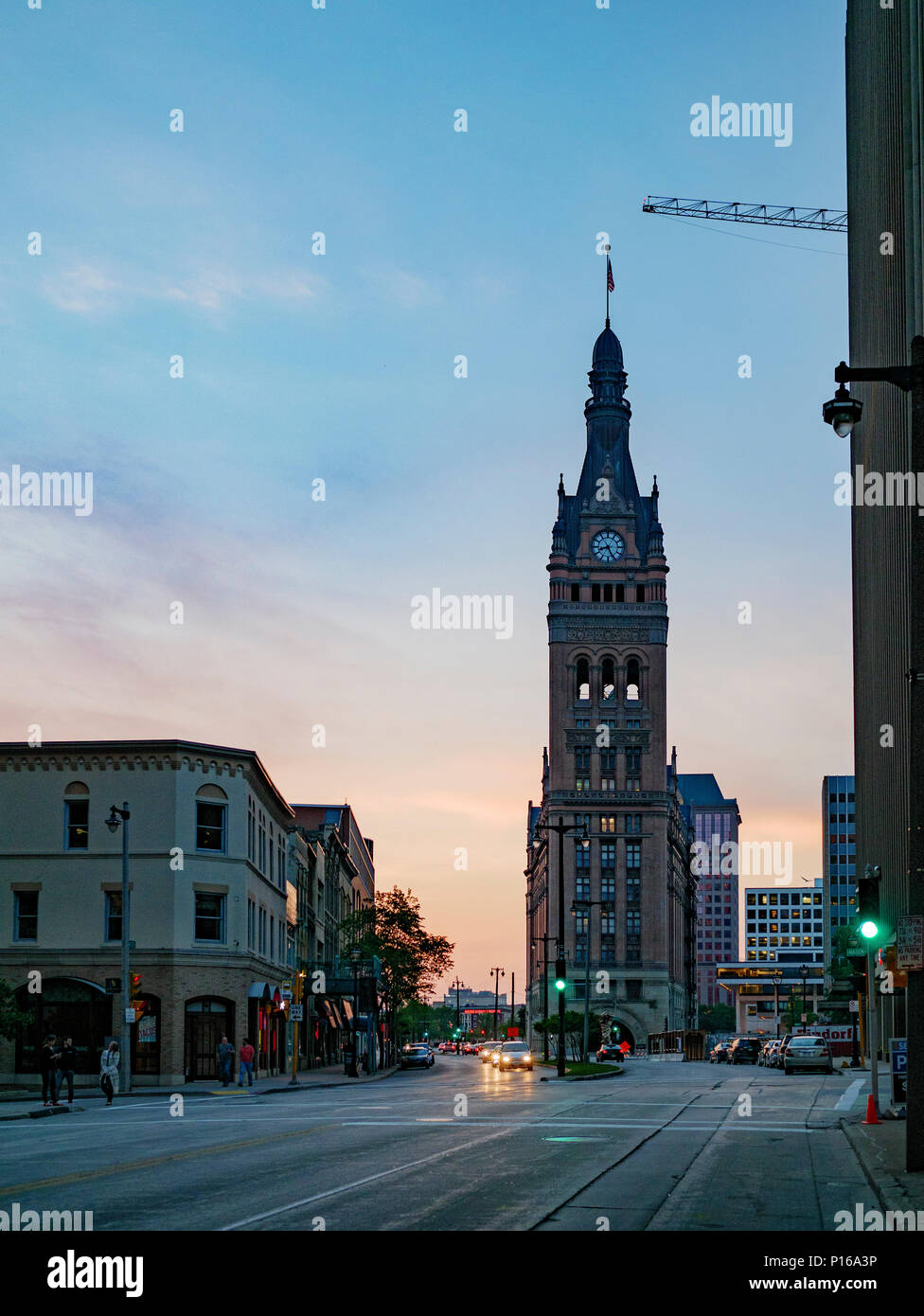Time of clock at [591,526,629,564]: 8:26
